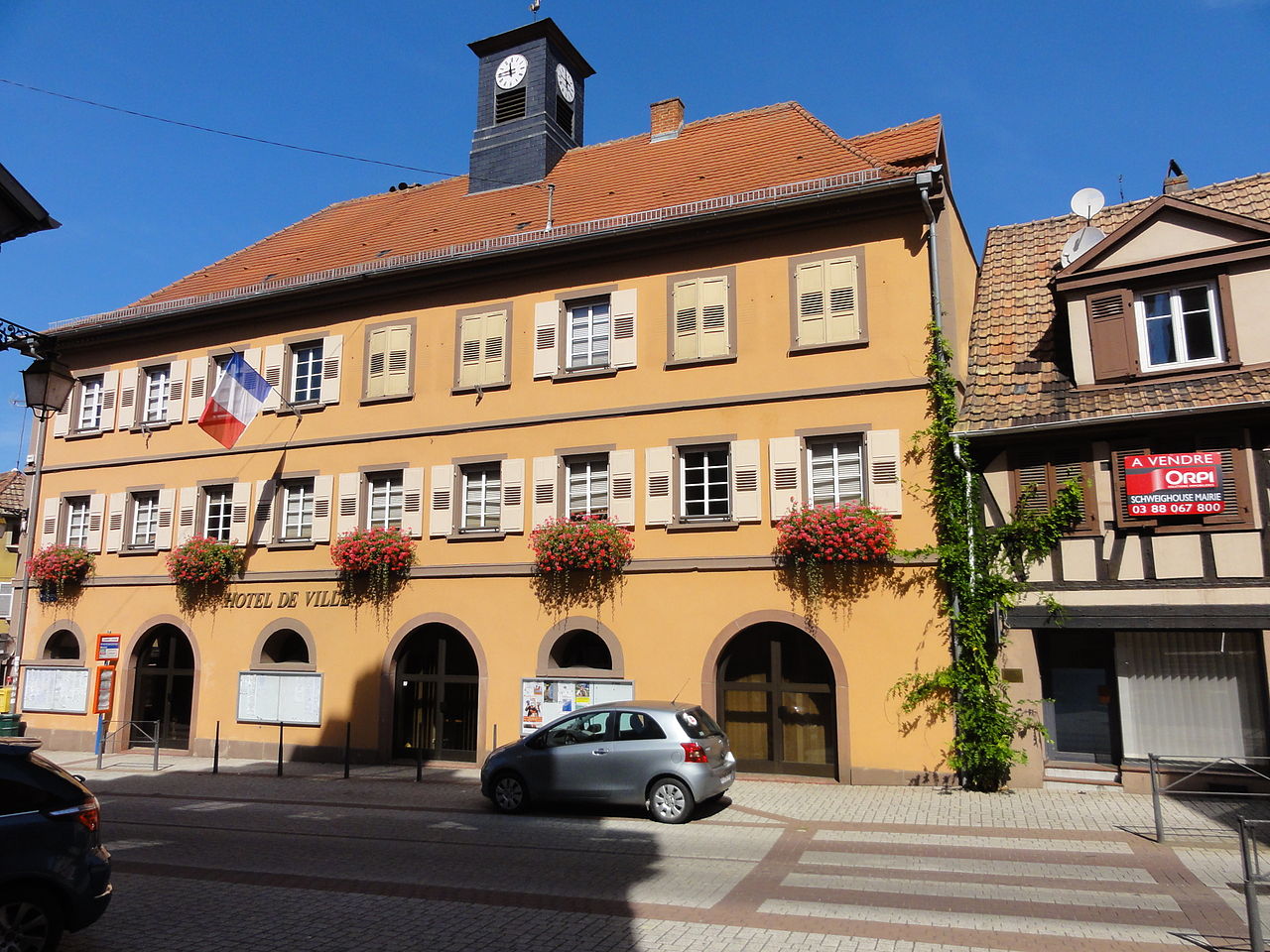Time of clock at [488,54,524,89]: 11:45
